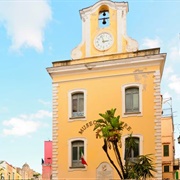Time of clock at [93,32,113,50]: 2:57
